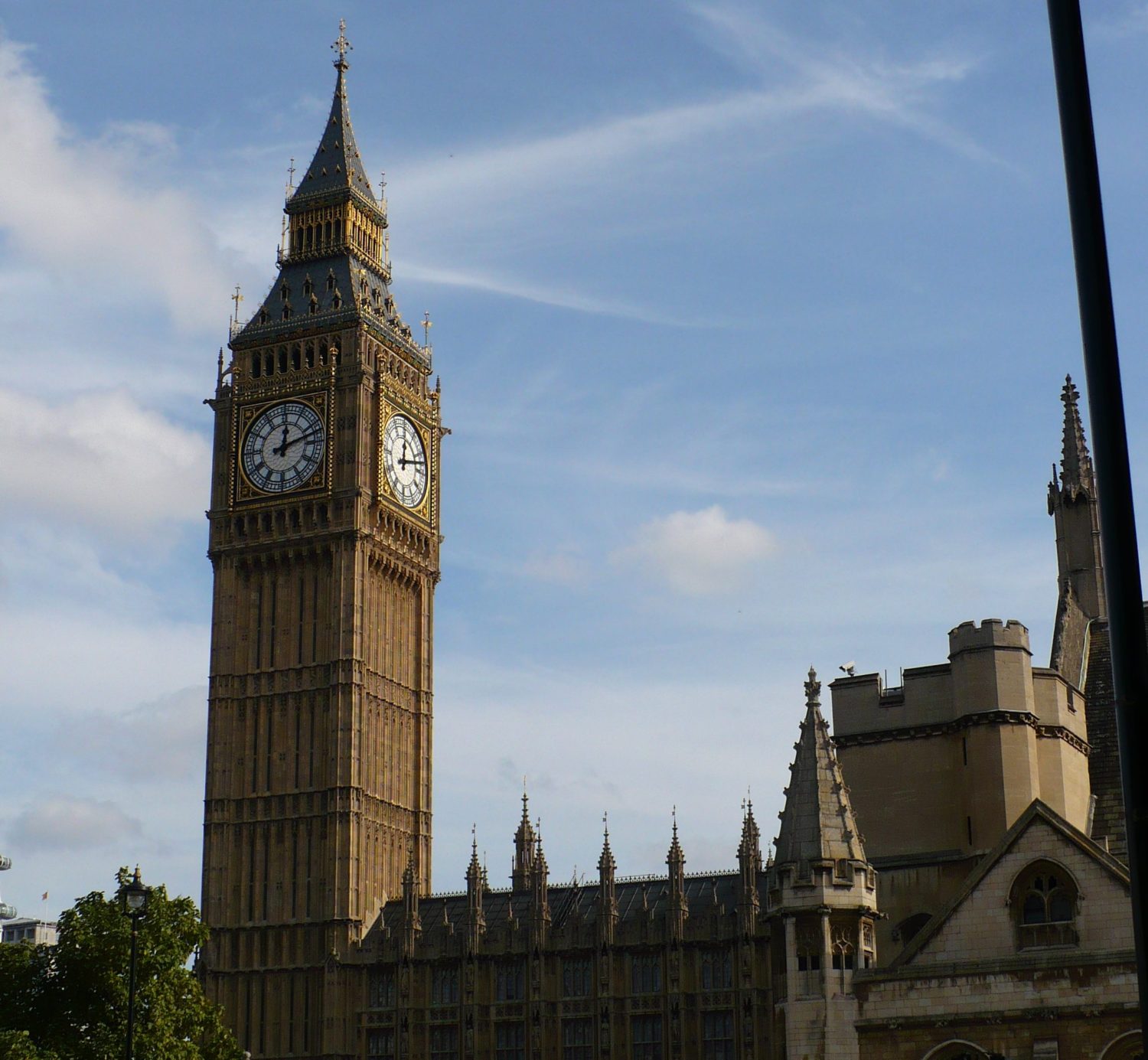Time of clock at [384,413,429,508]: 12:12
